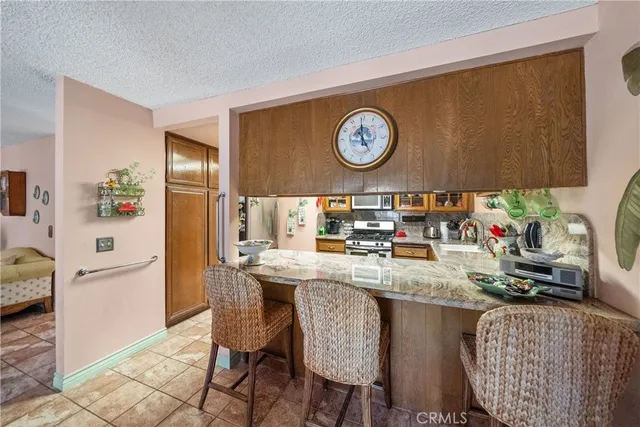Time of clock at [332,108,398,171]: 4:59
